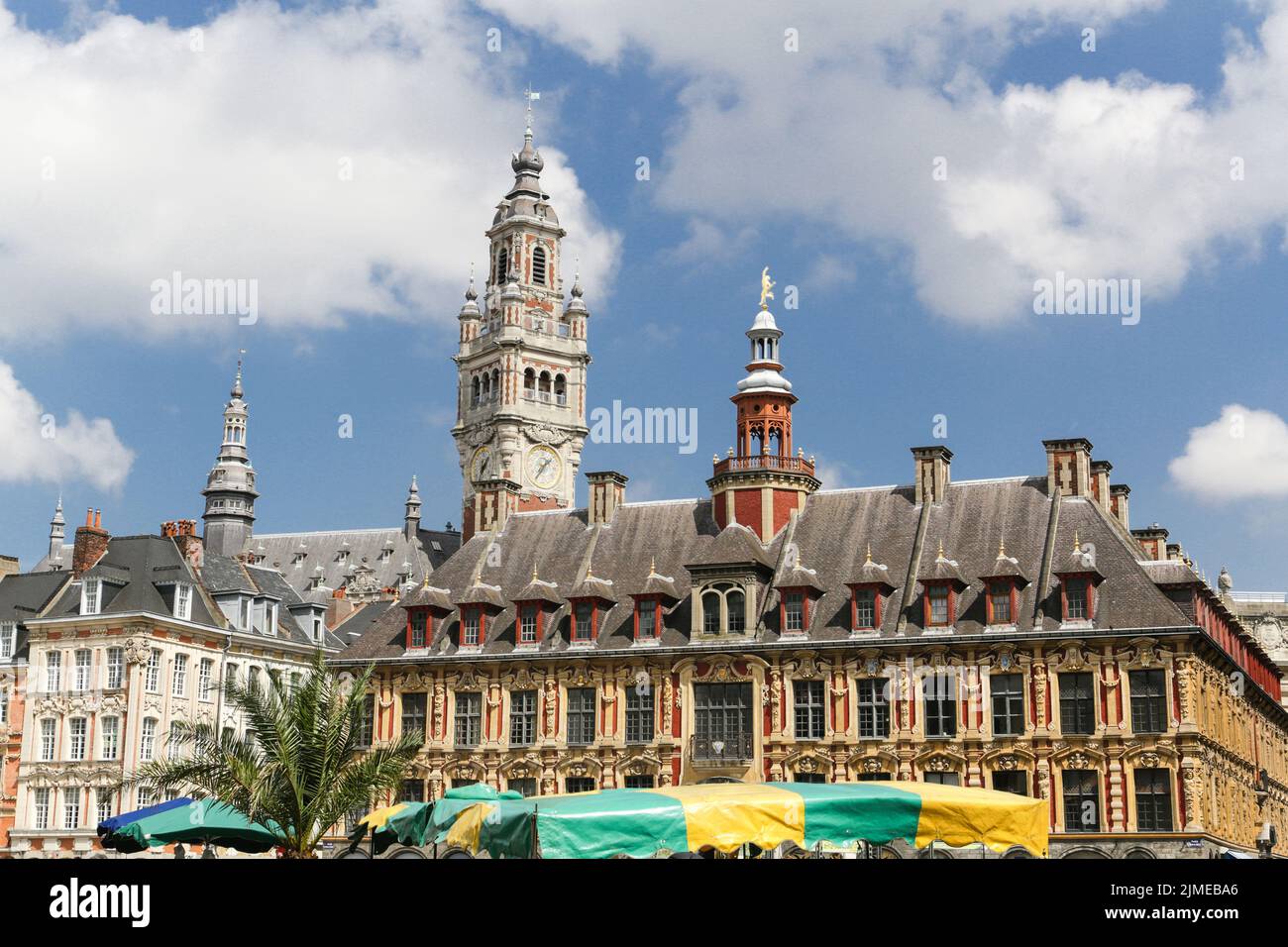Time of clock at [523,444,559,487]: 1:36
